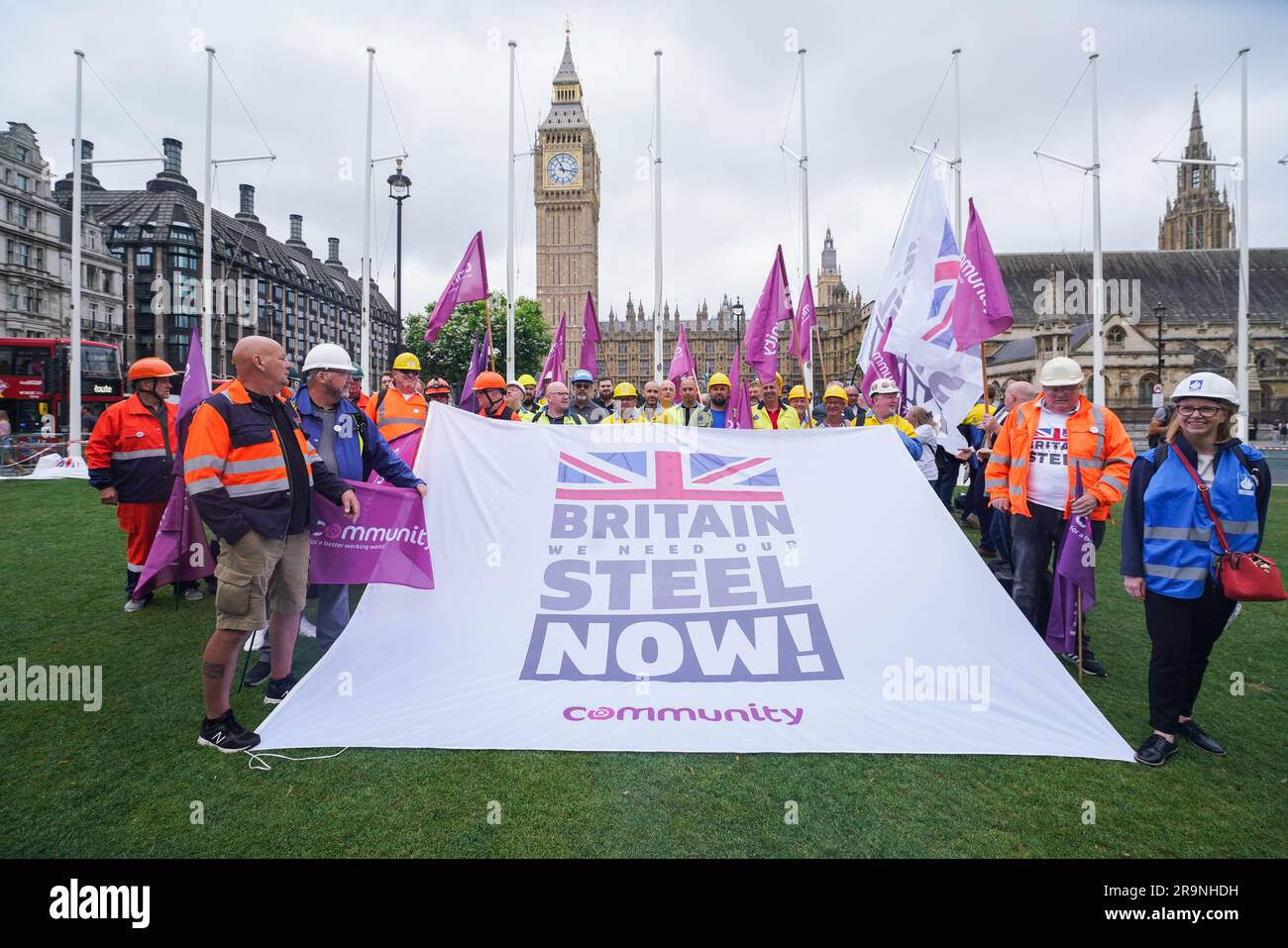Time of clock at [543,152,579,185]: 11:16
